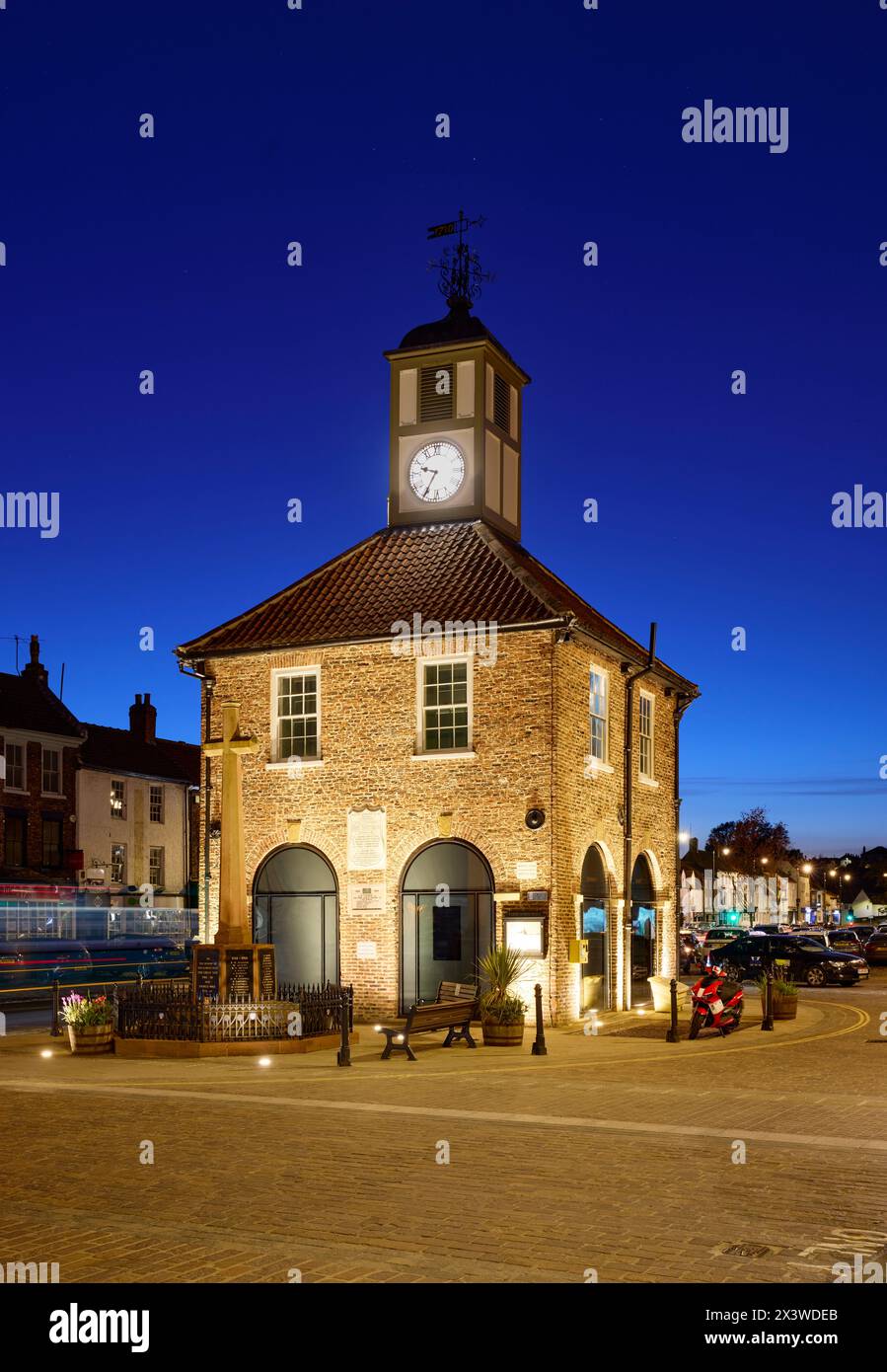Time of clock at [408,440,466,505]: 9:35
